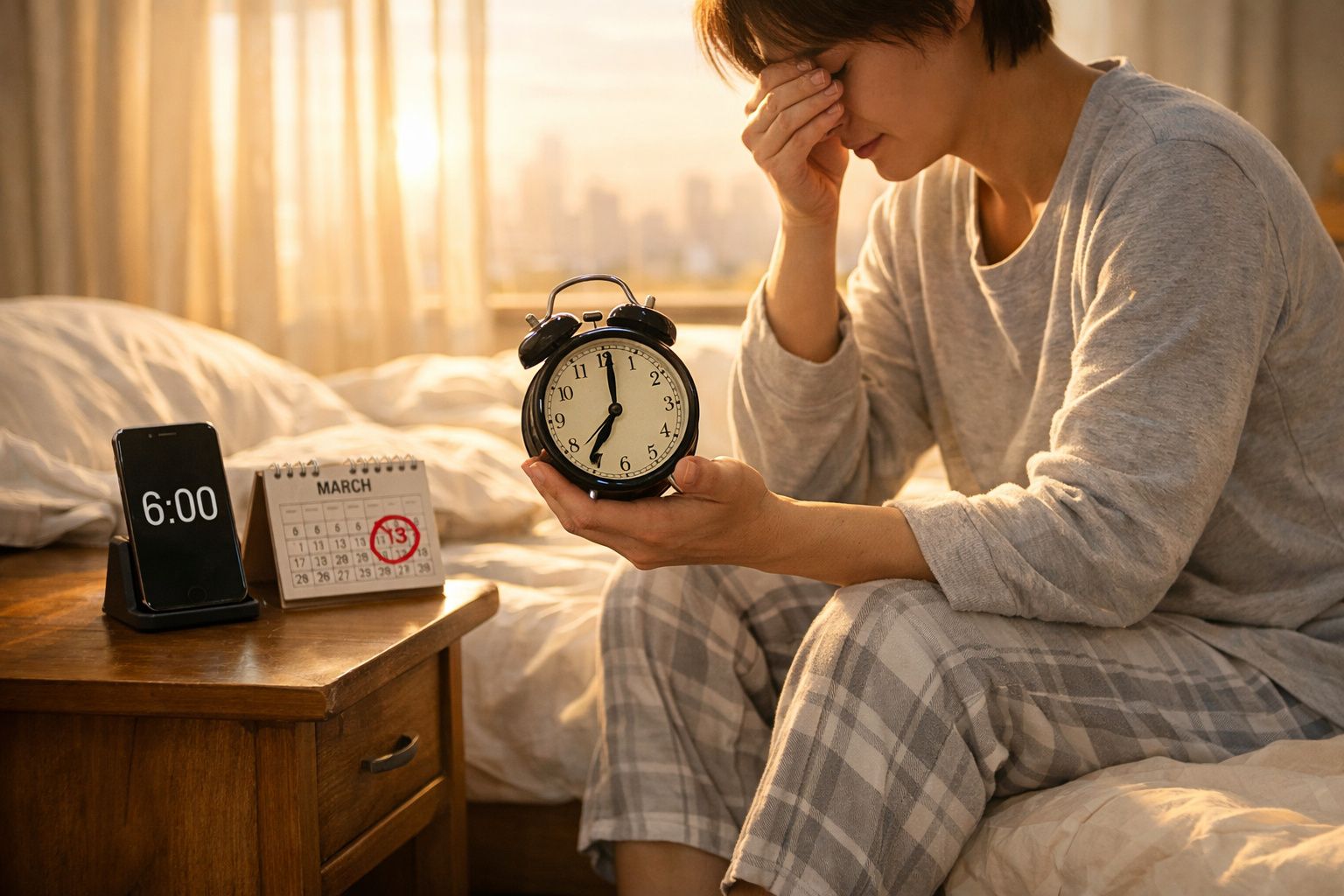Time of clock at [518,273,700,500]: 7:01
